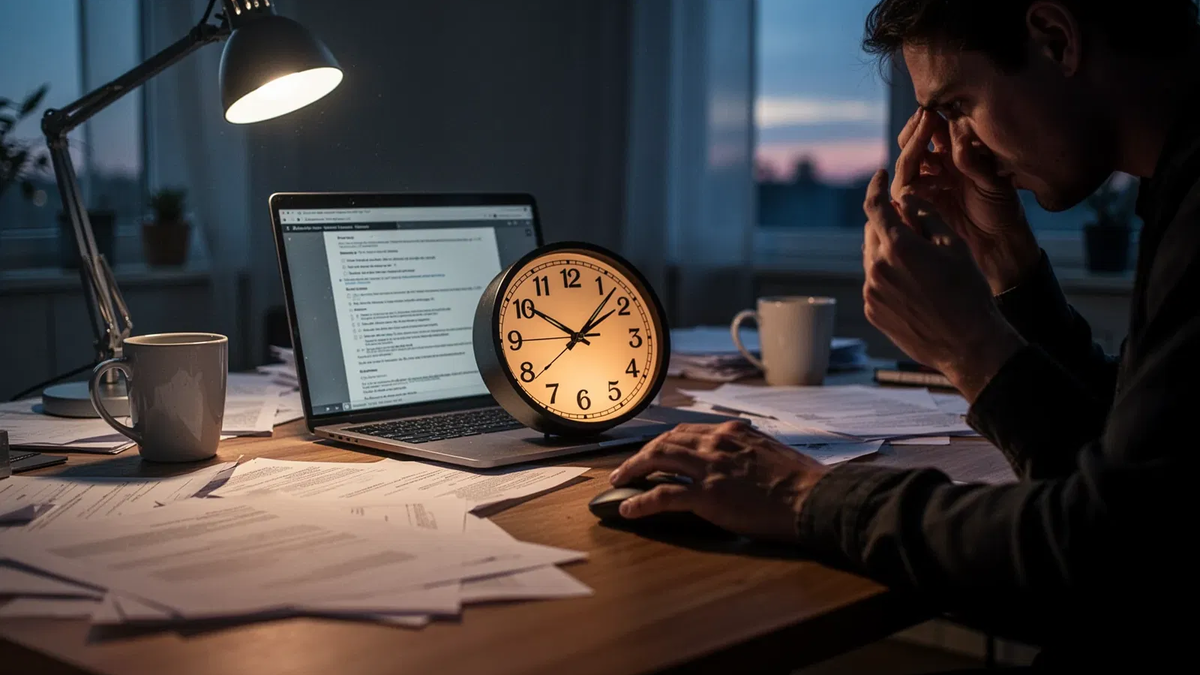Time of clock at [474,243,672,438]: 10:07
